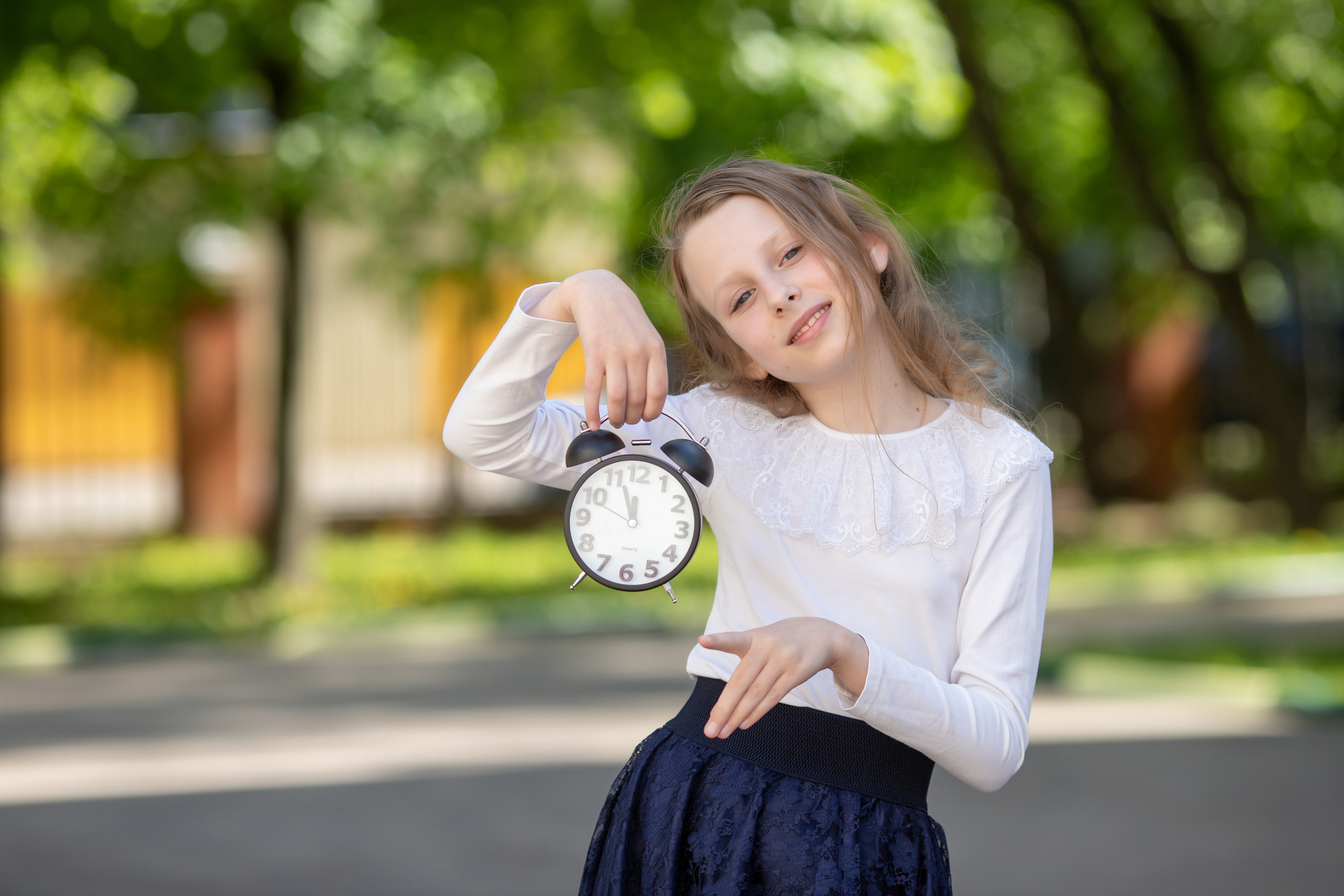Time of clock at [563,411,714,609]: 11:56
